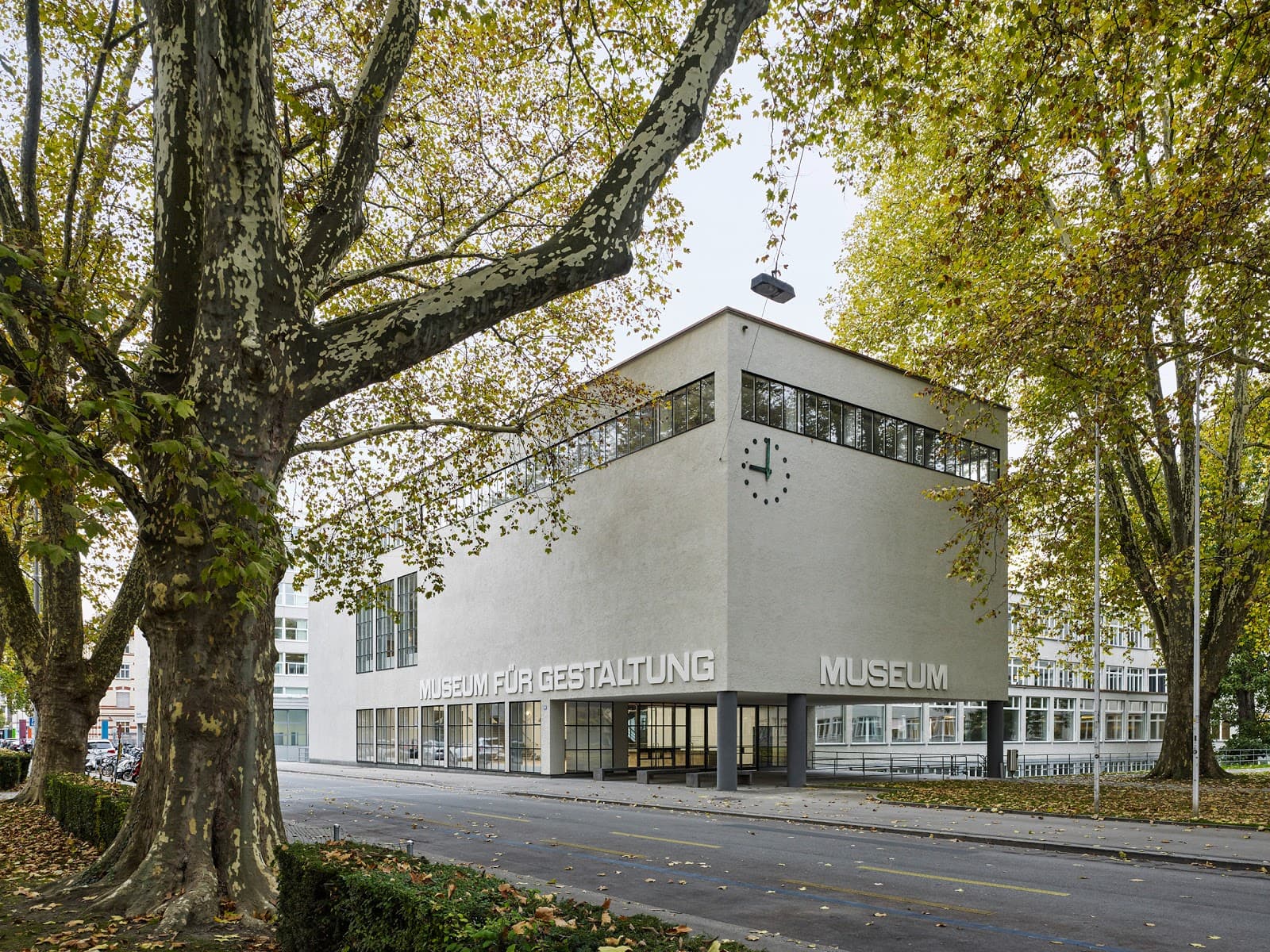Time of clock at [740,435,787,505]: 9:00
